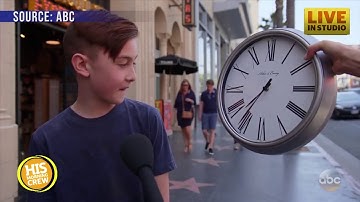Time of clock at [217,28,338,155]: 7:36
